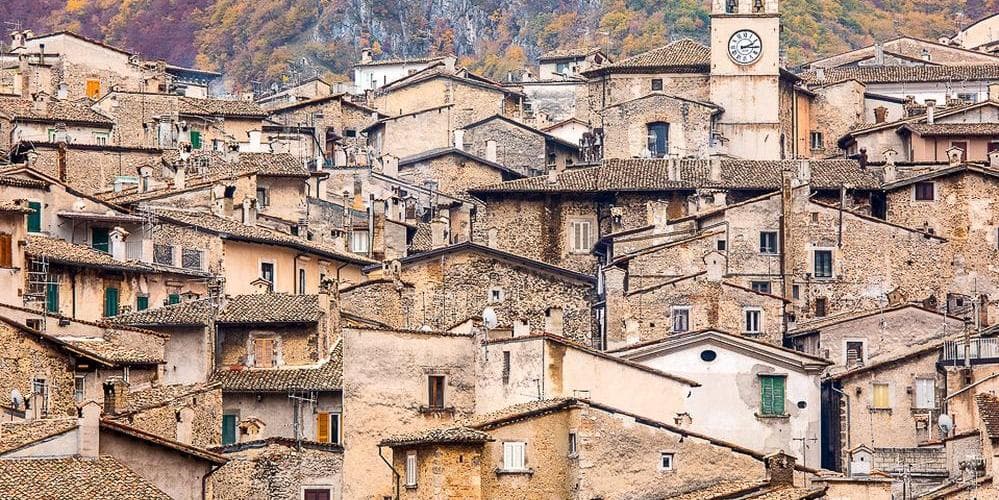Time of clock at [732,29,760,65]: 2:15
